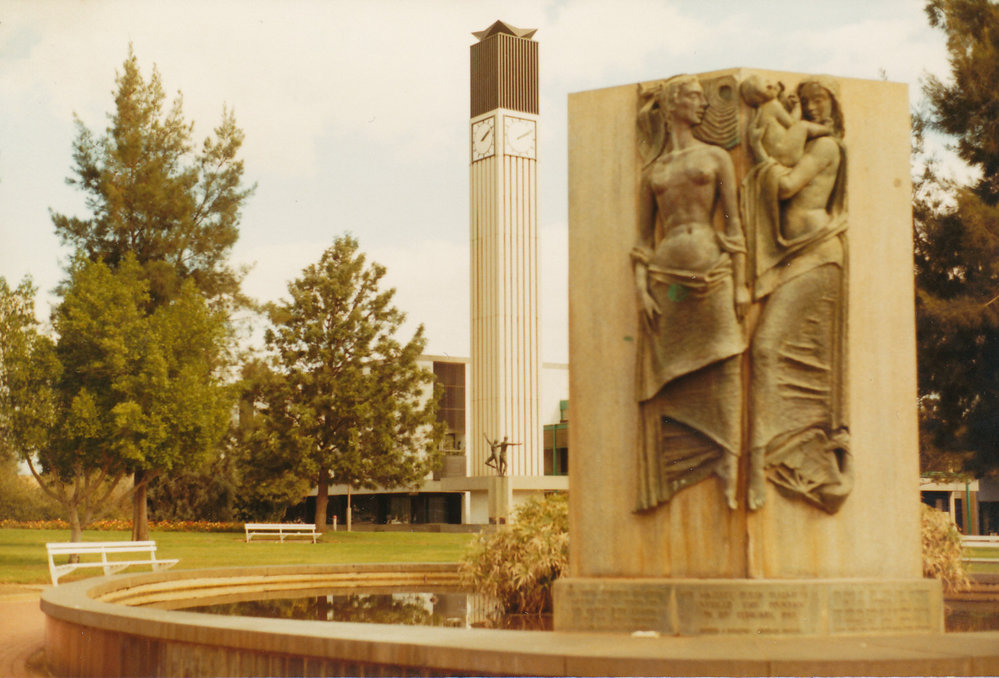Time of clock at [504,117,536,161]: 2:09
